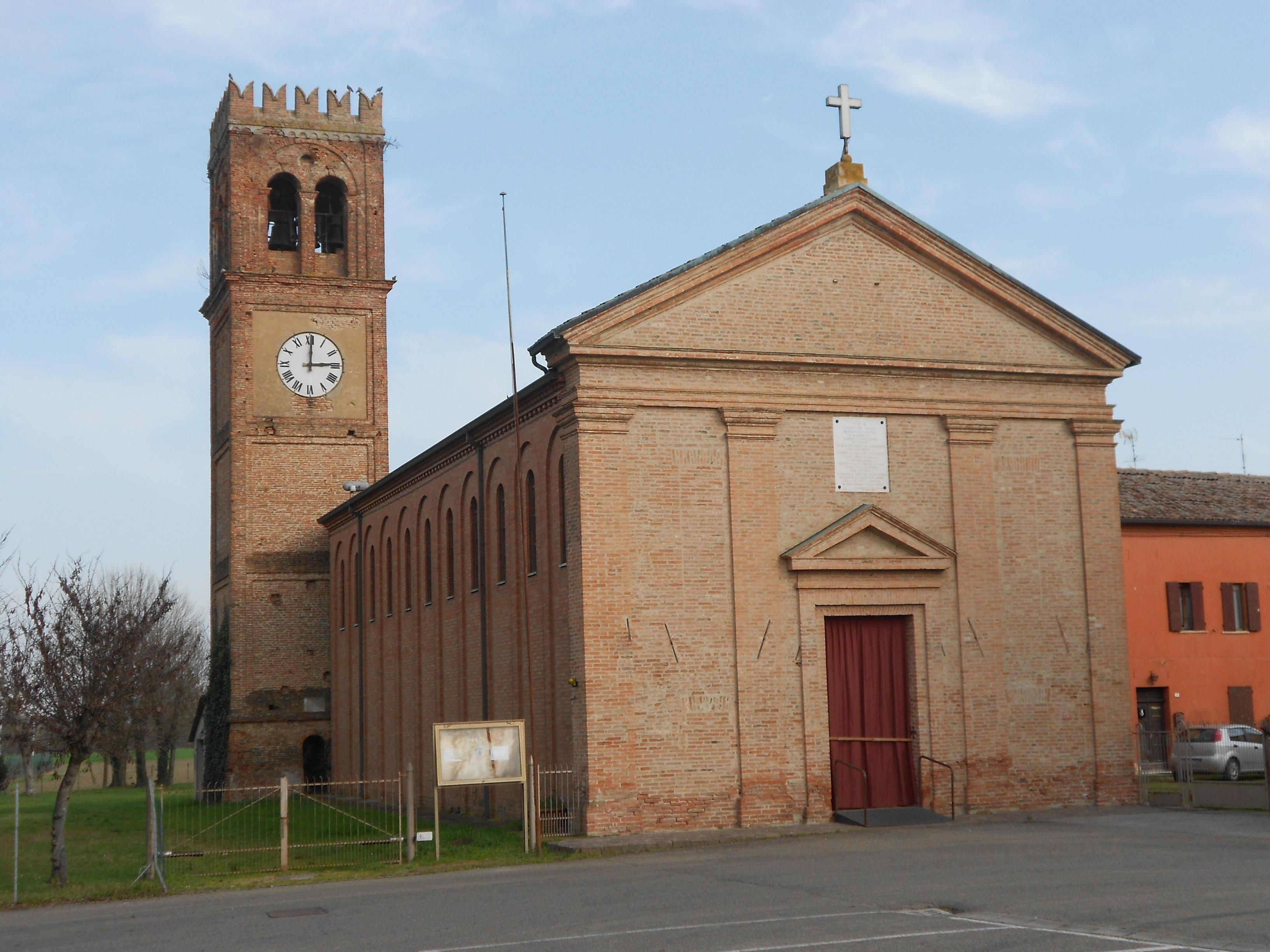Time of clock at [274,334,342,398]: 3:00
